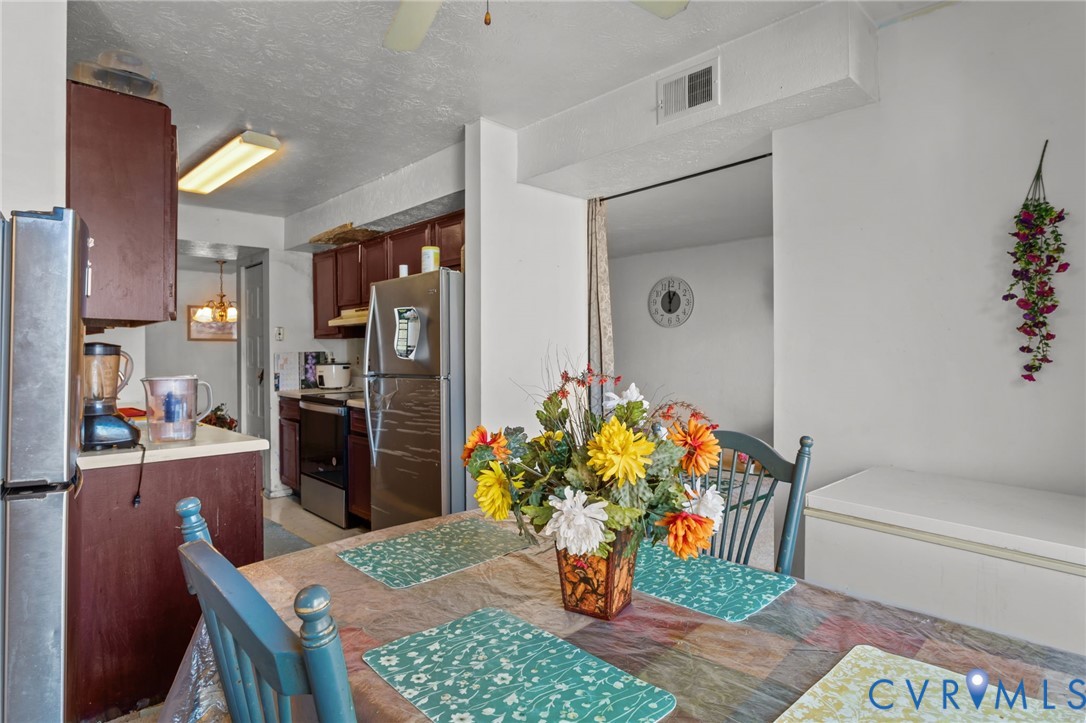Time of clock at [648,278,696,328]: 12:58
